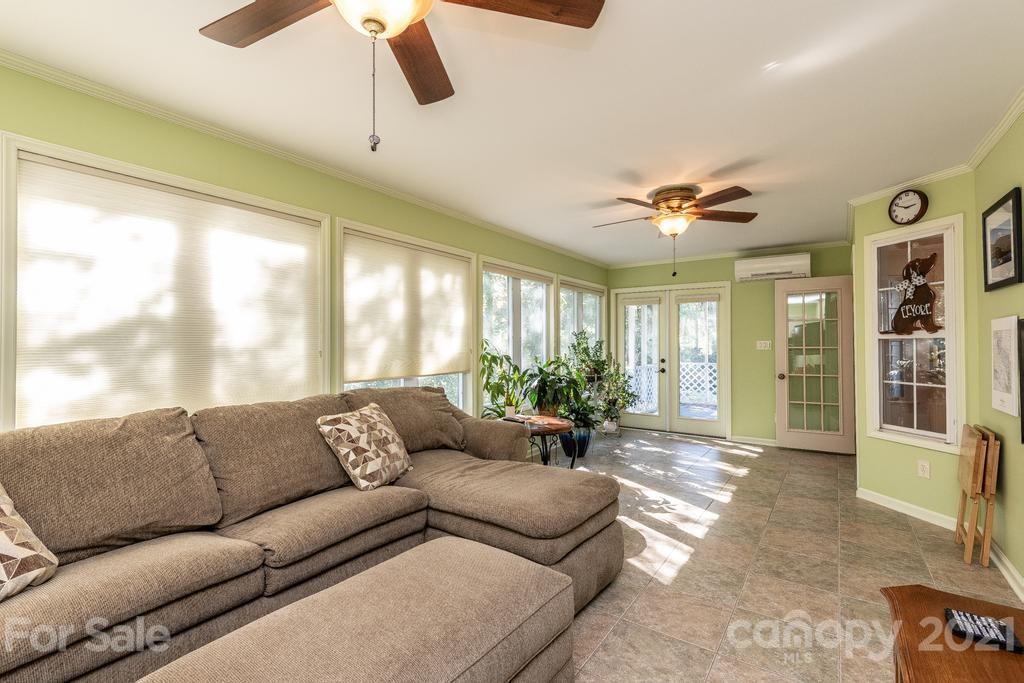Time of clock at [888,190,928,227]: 2:49
